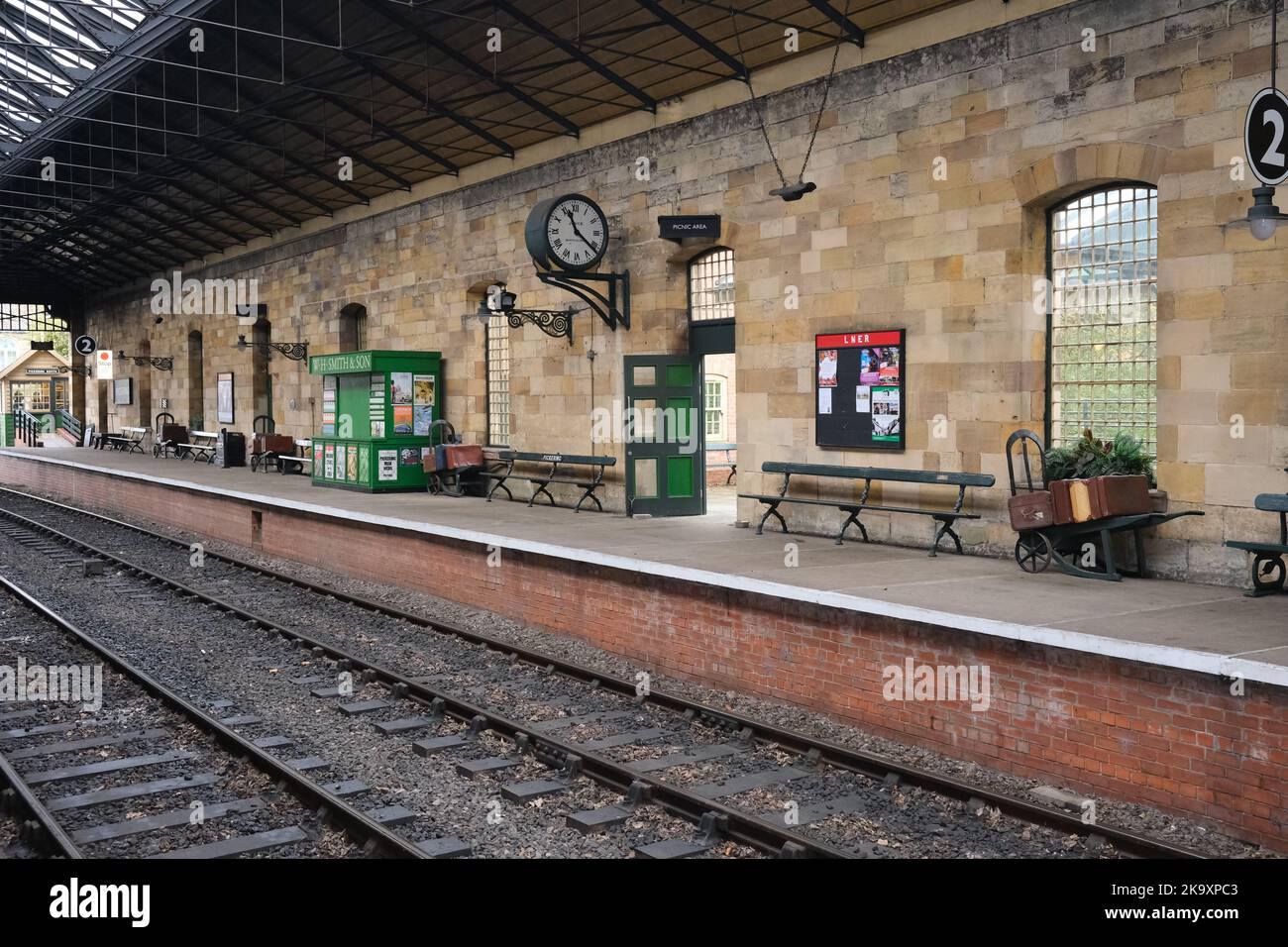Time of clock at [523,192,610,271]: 11:21
